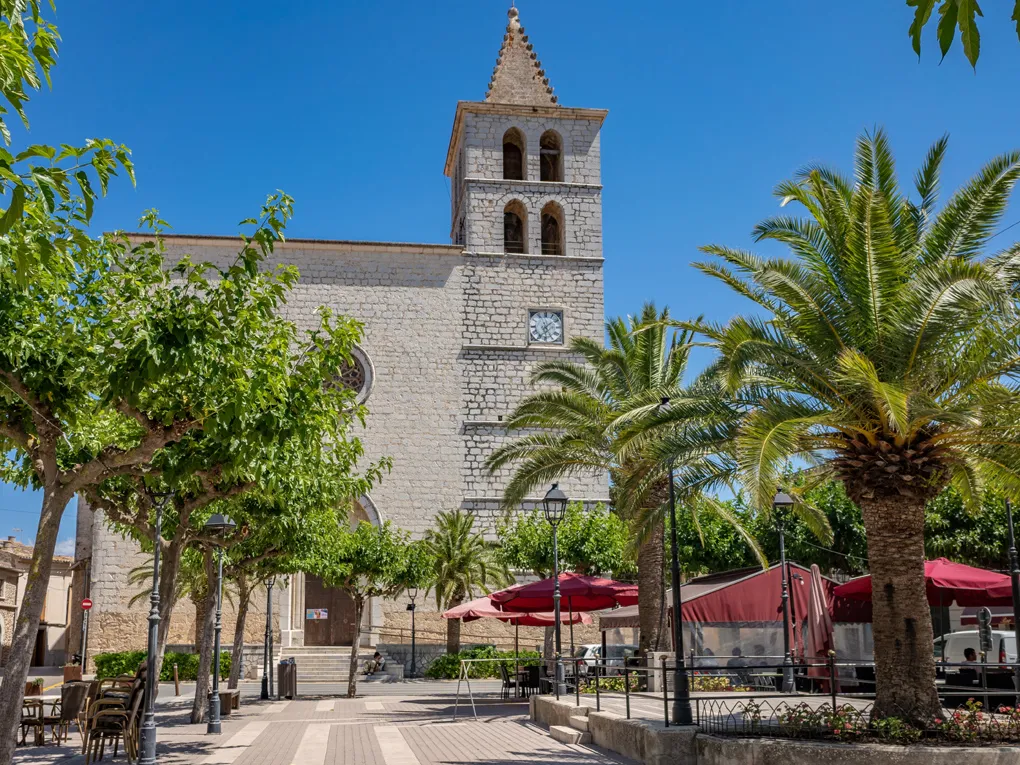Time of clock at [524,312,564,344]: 1:28
